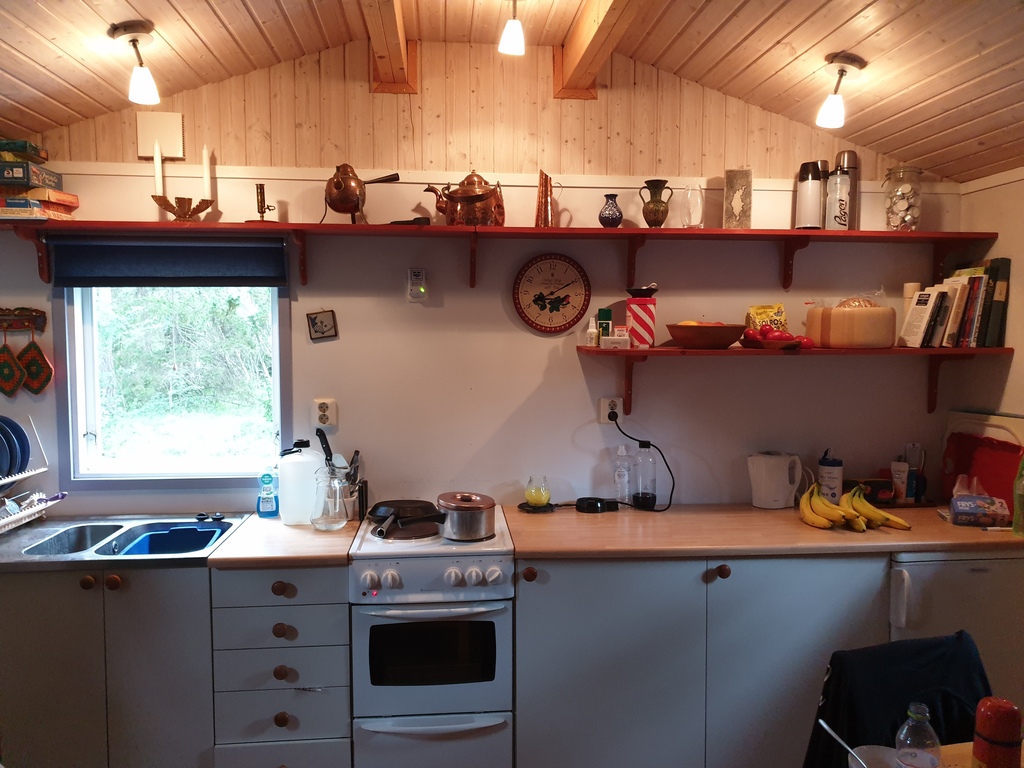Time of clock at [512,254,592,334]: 8:09
